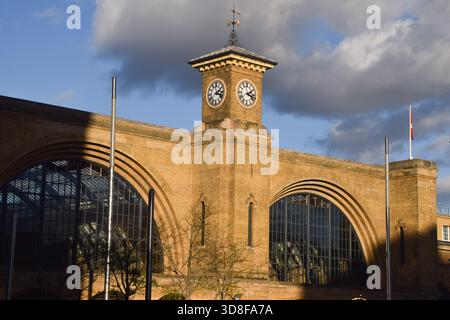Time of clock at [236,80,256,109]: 2:18
